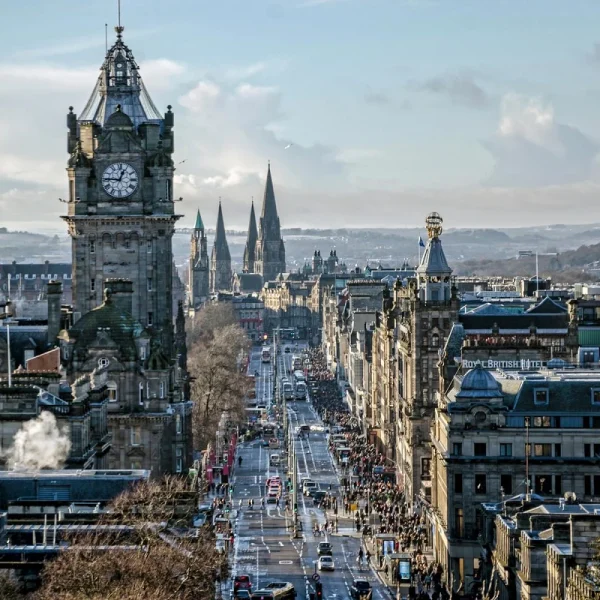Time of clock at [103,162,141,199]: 12:45
